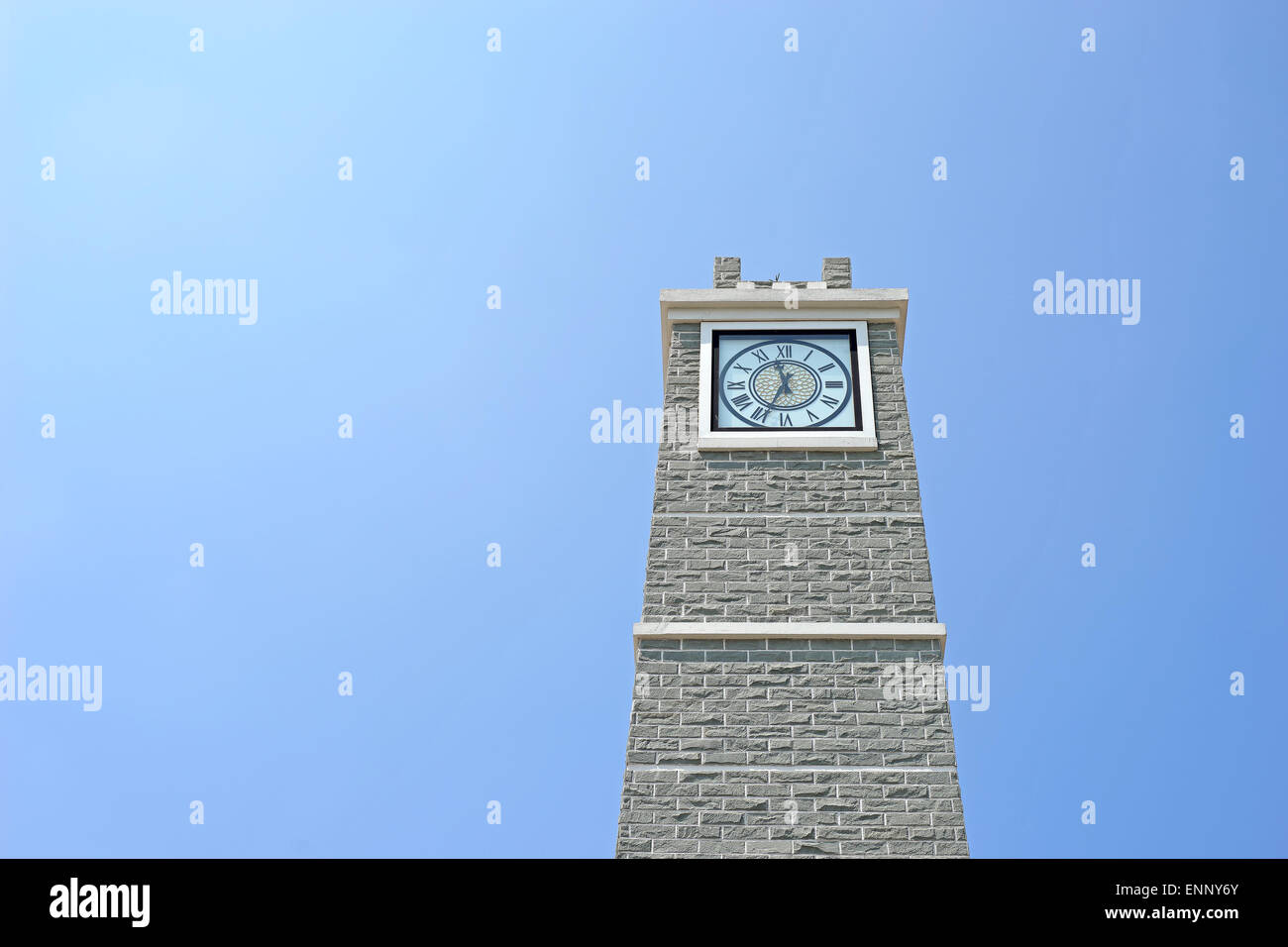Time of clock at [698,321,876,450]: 11:33
